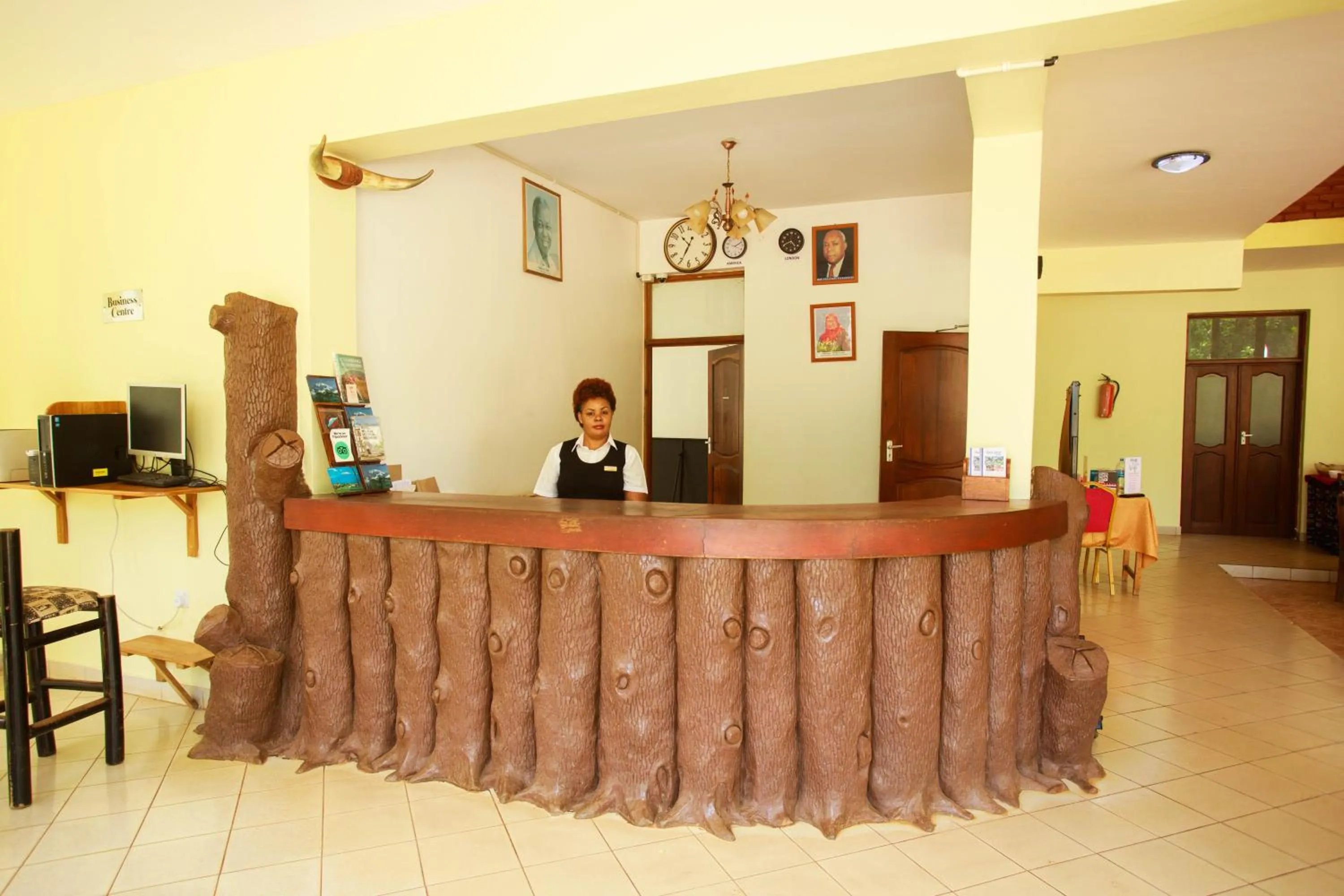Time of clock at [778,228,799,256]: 4:40
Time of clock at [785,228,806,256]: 4:40
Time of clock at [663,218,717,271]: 10:34
